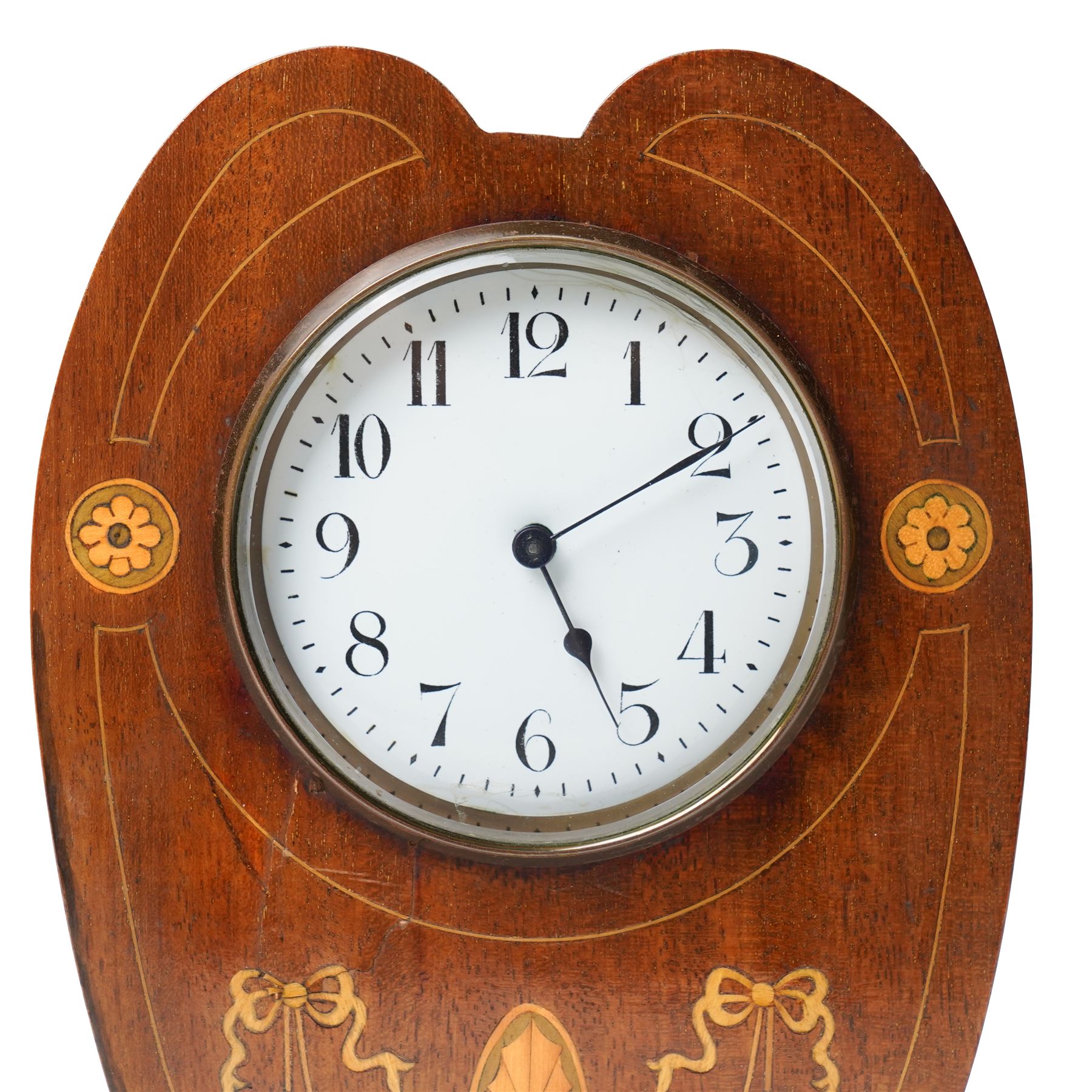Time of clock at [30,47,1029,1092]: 5:10
